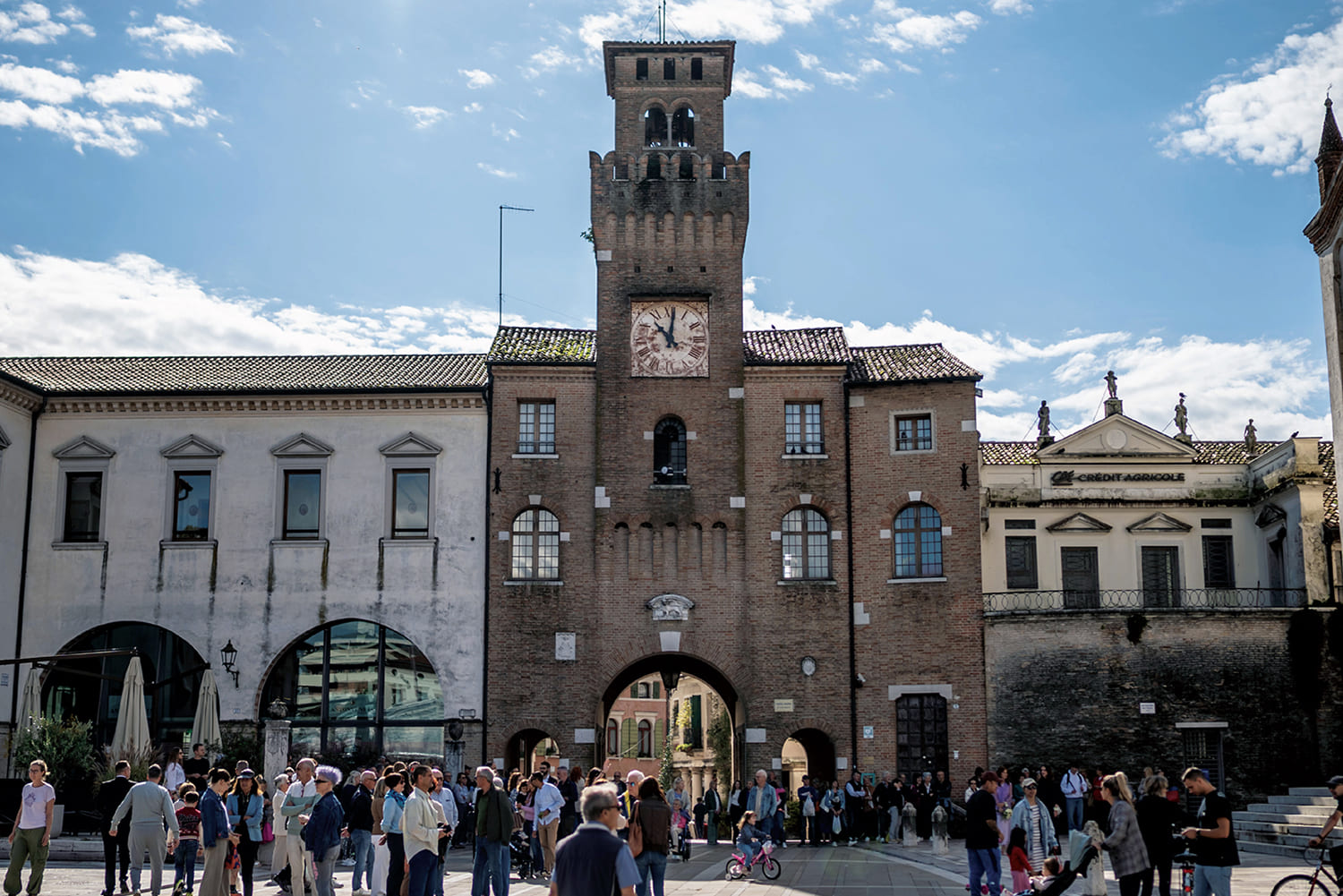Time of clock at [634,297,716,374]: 11:01
